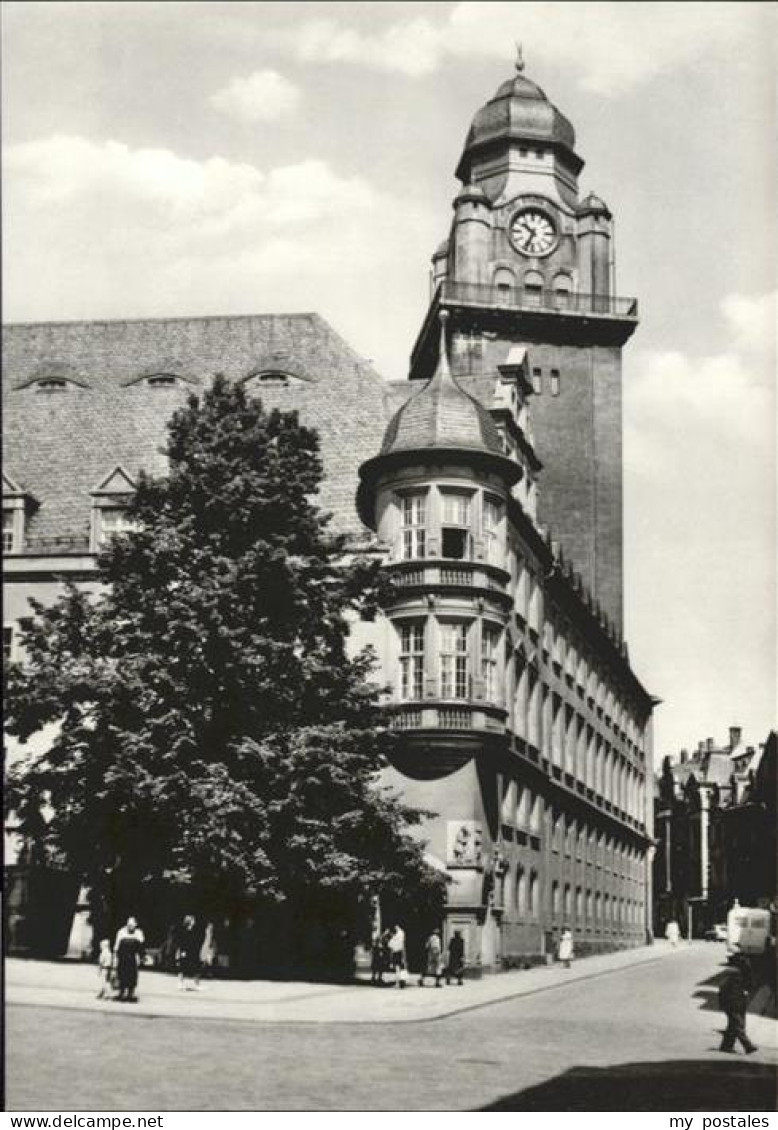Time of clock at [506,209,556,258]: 10:34
